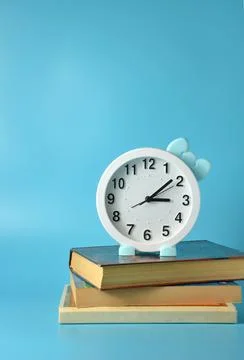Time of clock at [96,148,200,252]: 3:08
